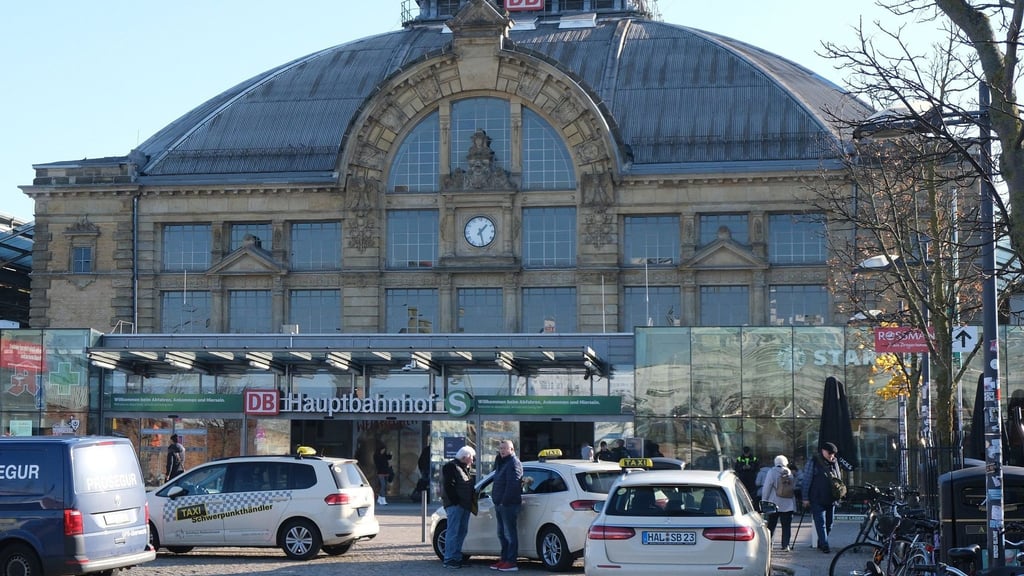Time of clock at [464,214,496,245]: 1:27
